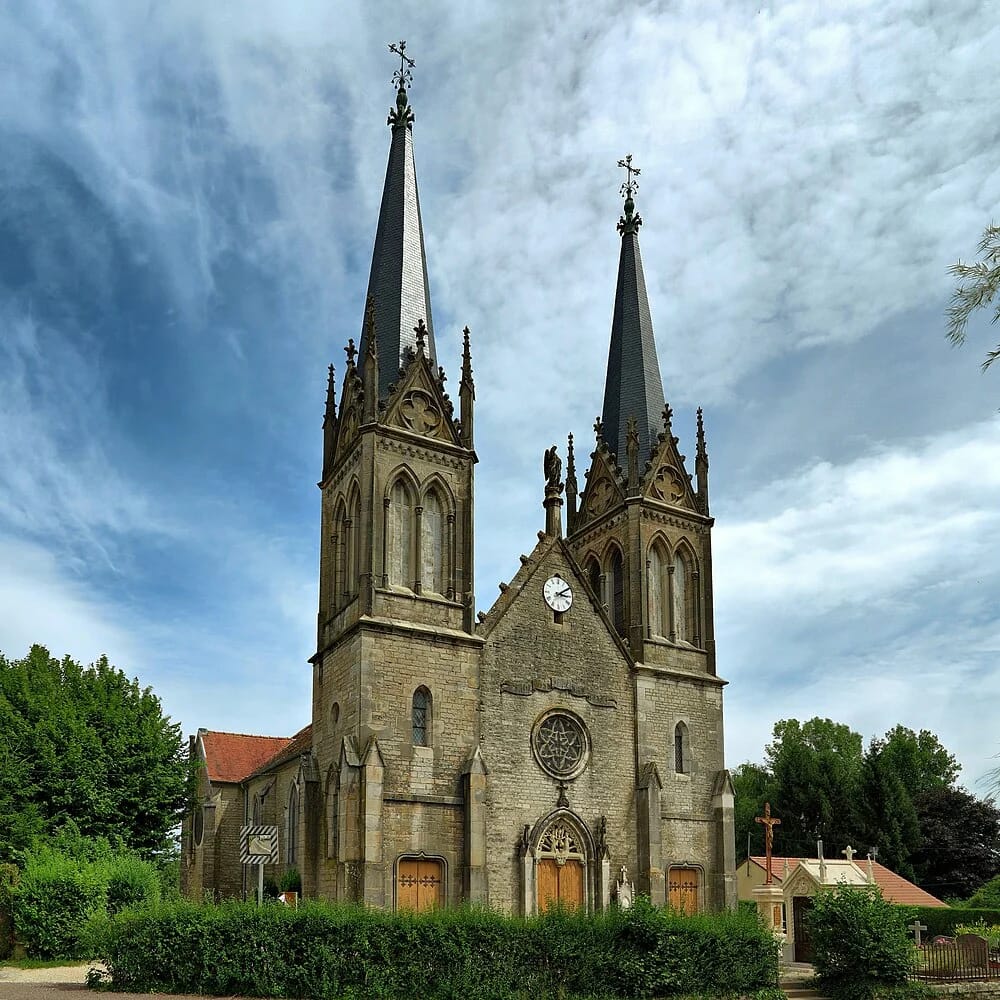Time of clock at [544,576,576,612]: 3:09
